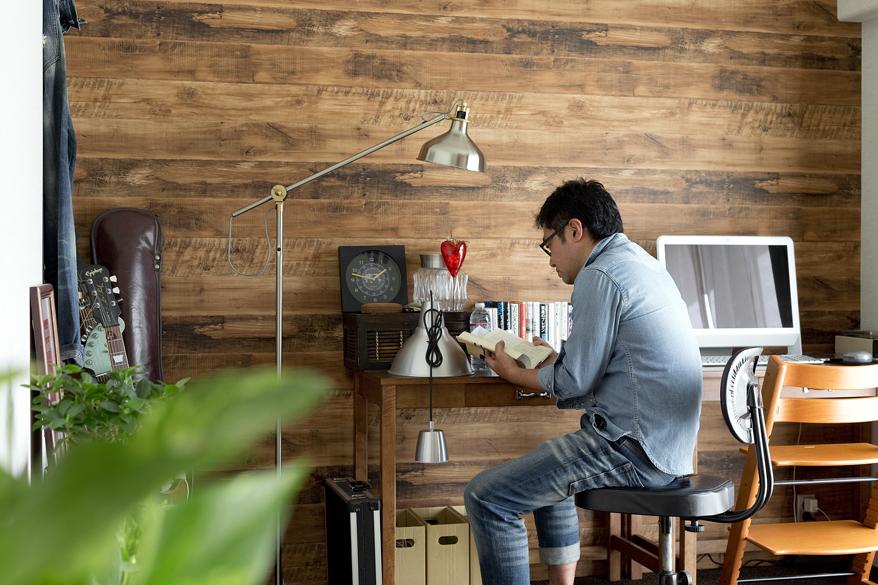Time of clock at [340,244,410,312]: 1:47
